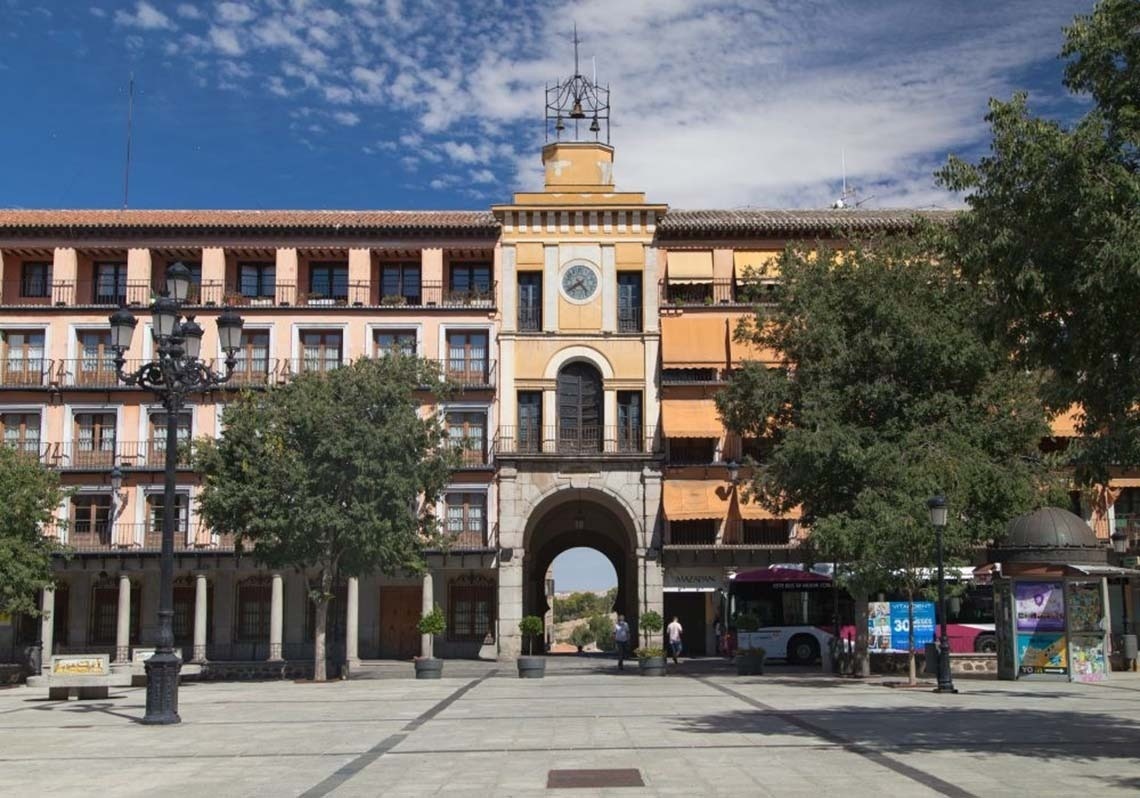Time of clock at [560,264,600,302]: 4:38
